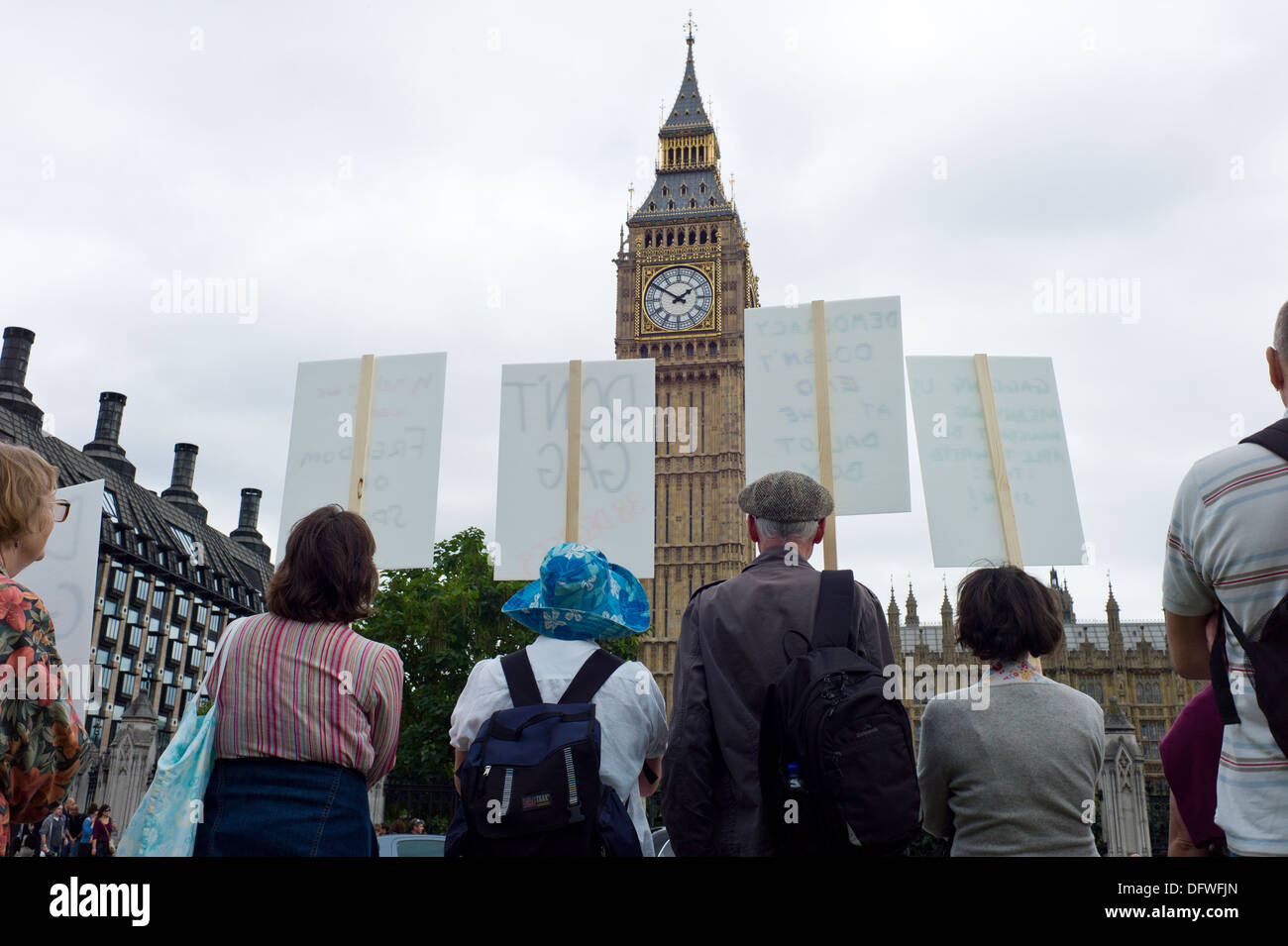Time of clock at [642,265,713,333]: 1:50
